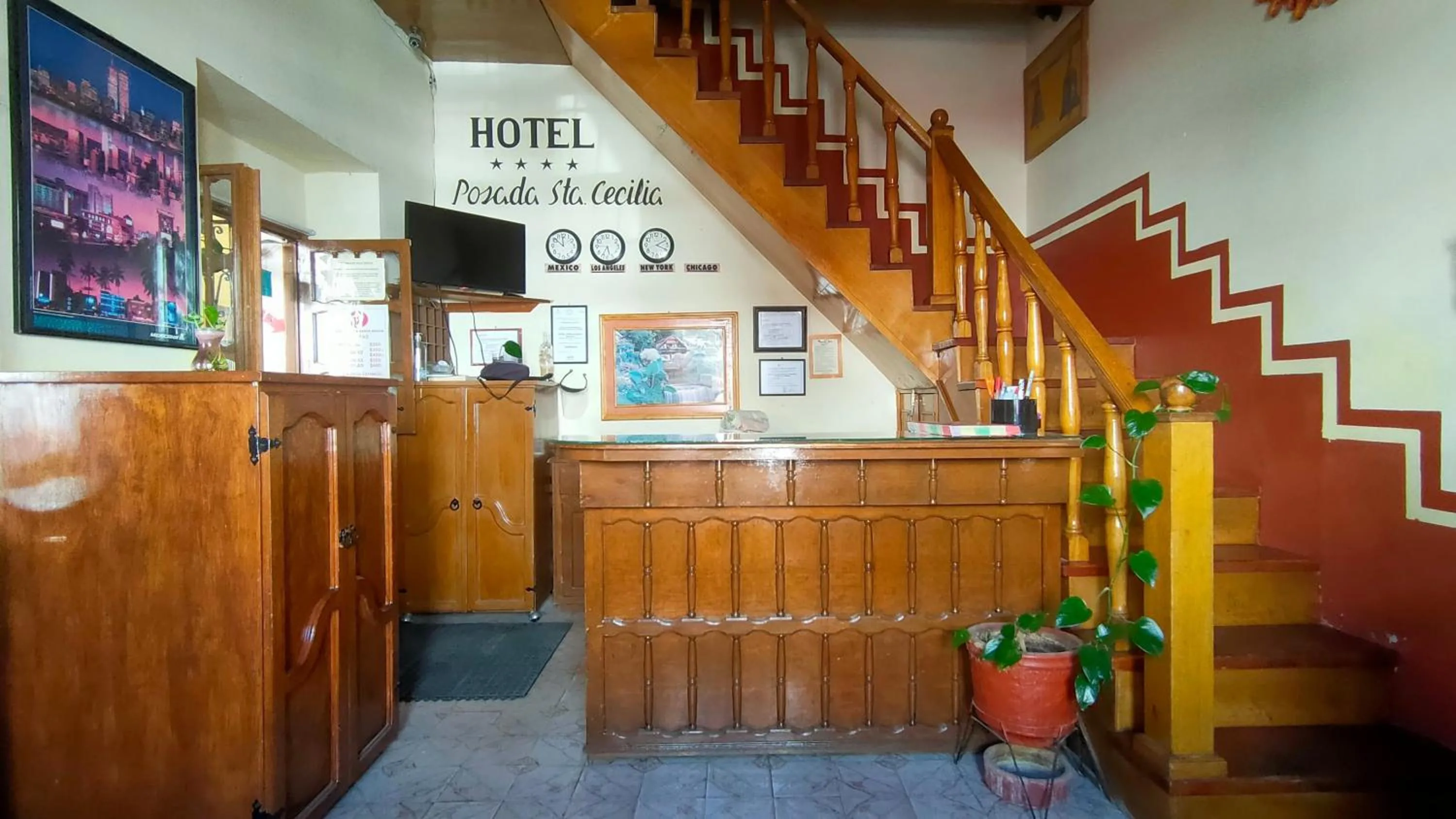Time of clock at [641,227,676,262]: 2:18
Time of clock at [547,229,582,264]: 11:51
